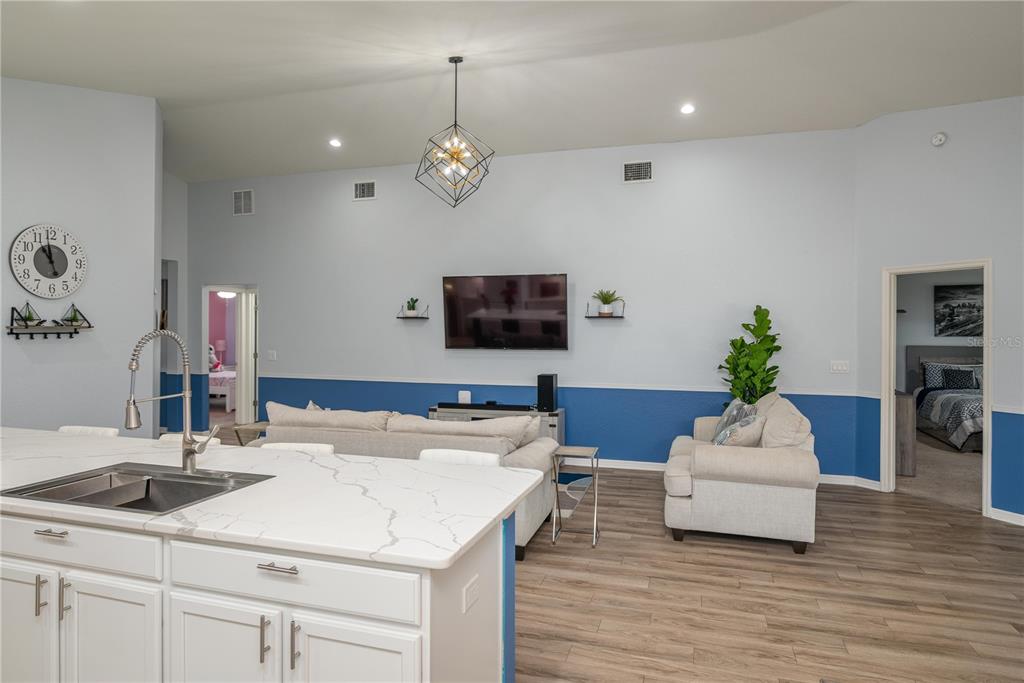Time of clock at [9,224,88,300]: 10:58
